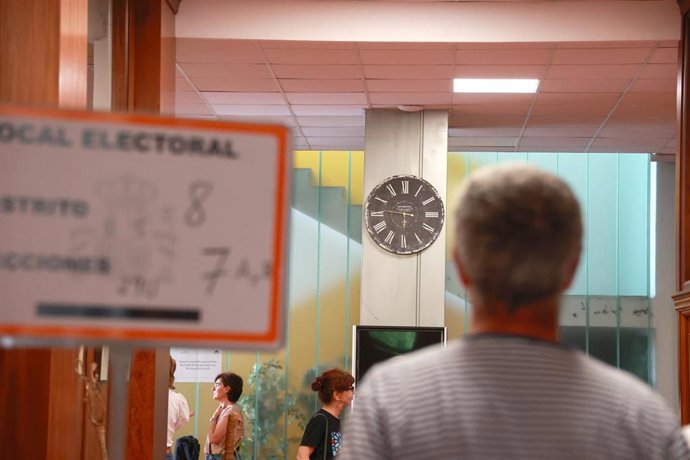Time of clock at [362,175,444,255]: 5:46
